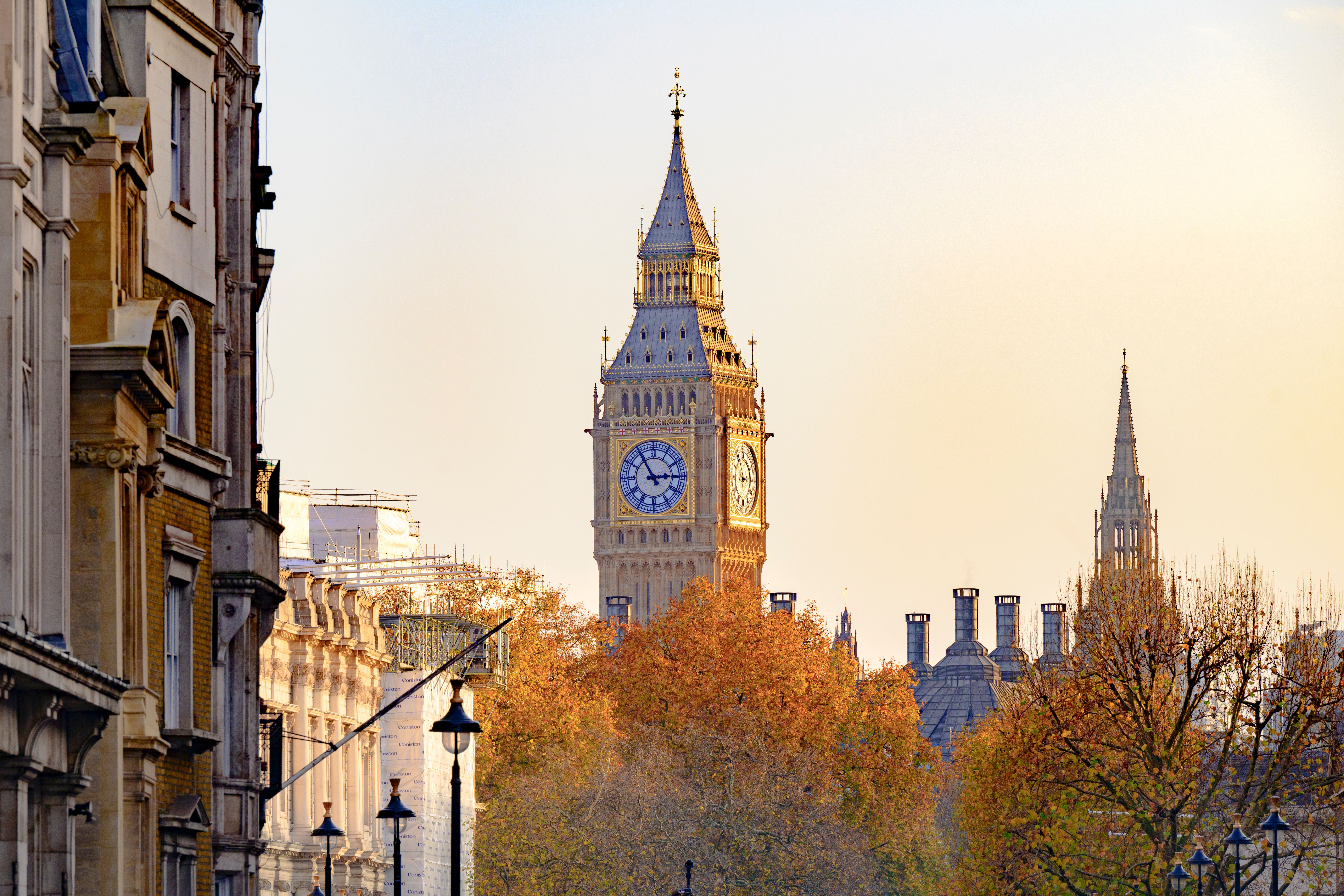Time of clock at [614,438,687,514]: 2:54
